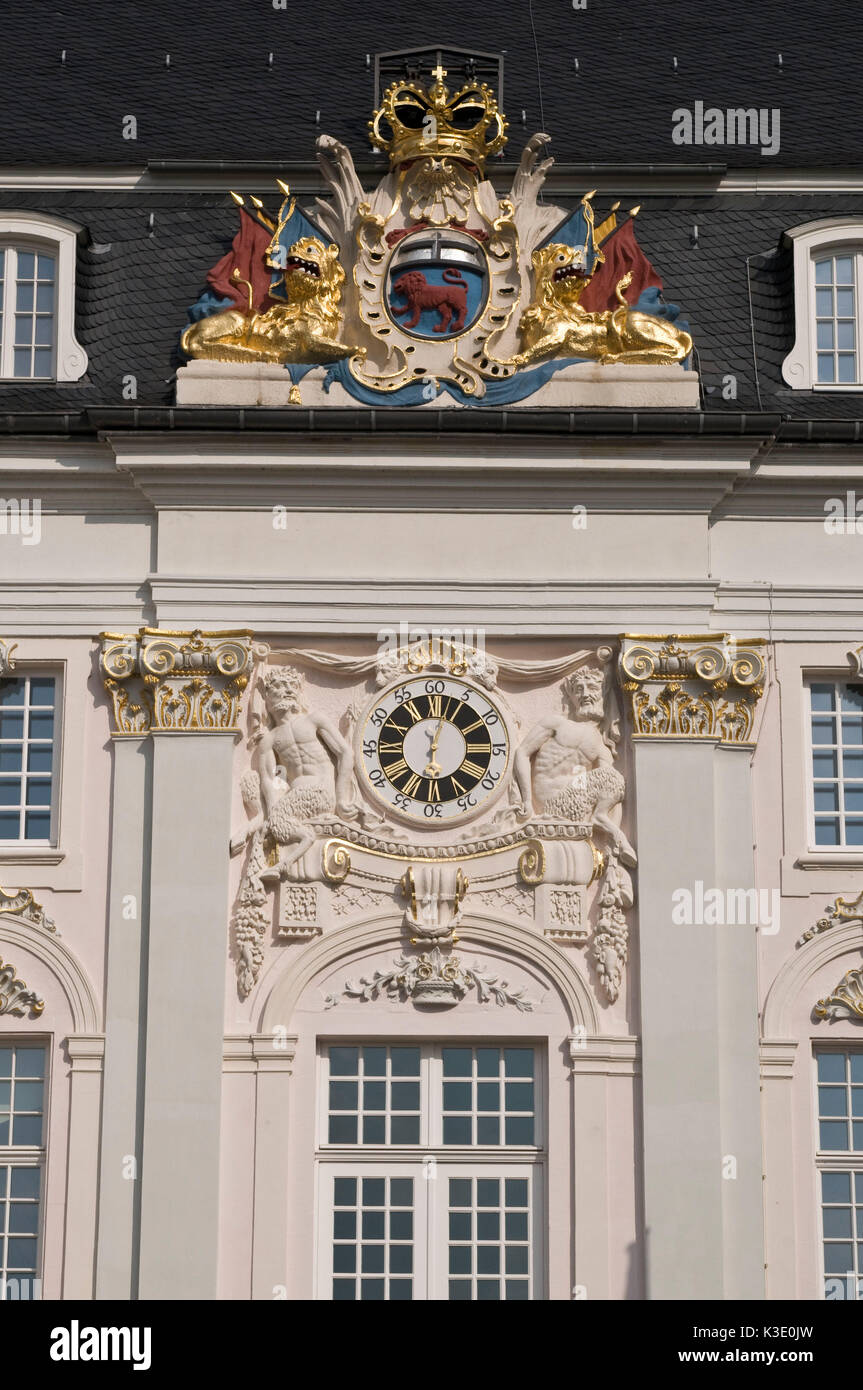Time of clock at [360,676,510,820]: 6:02
